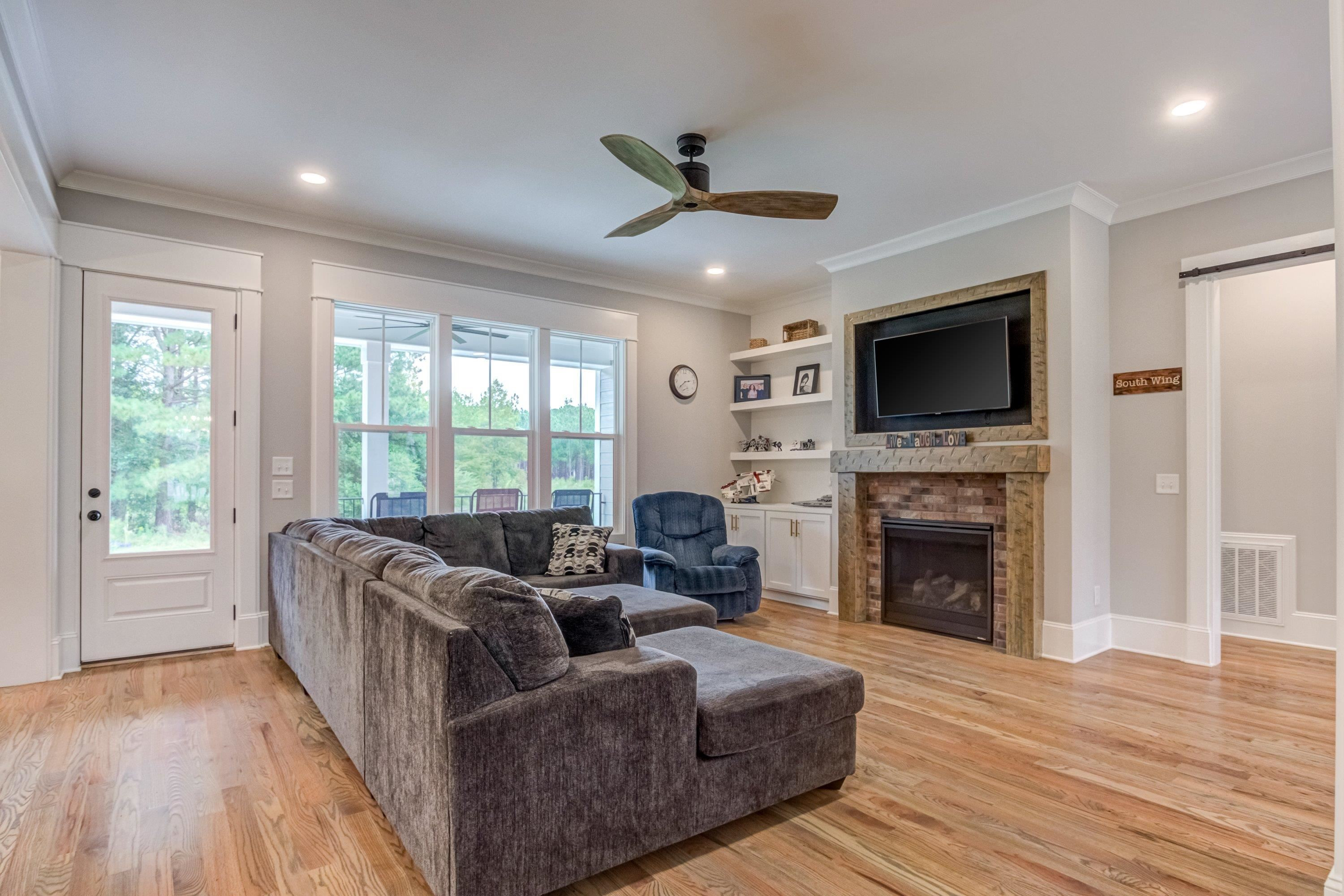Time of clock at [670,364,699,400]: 2:39
